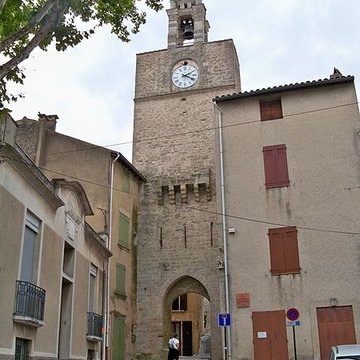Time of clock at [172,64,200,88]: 2:18
